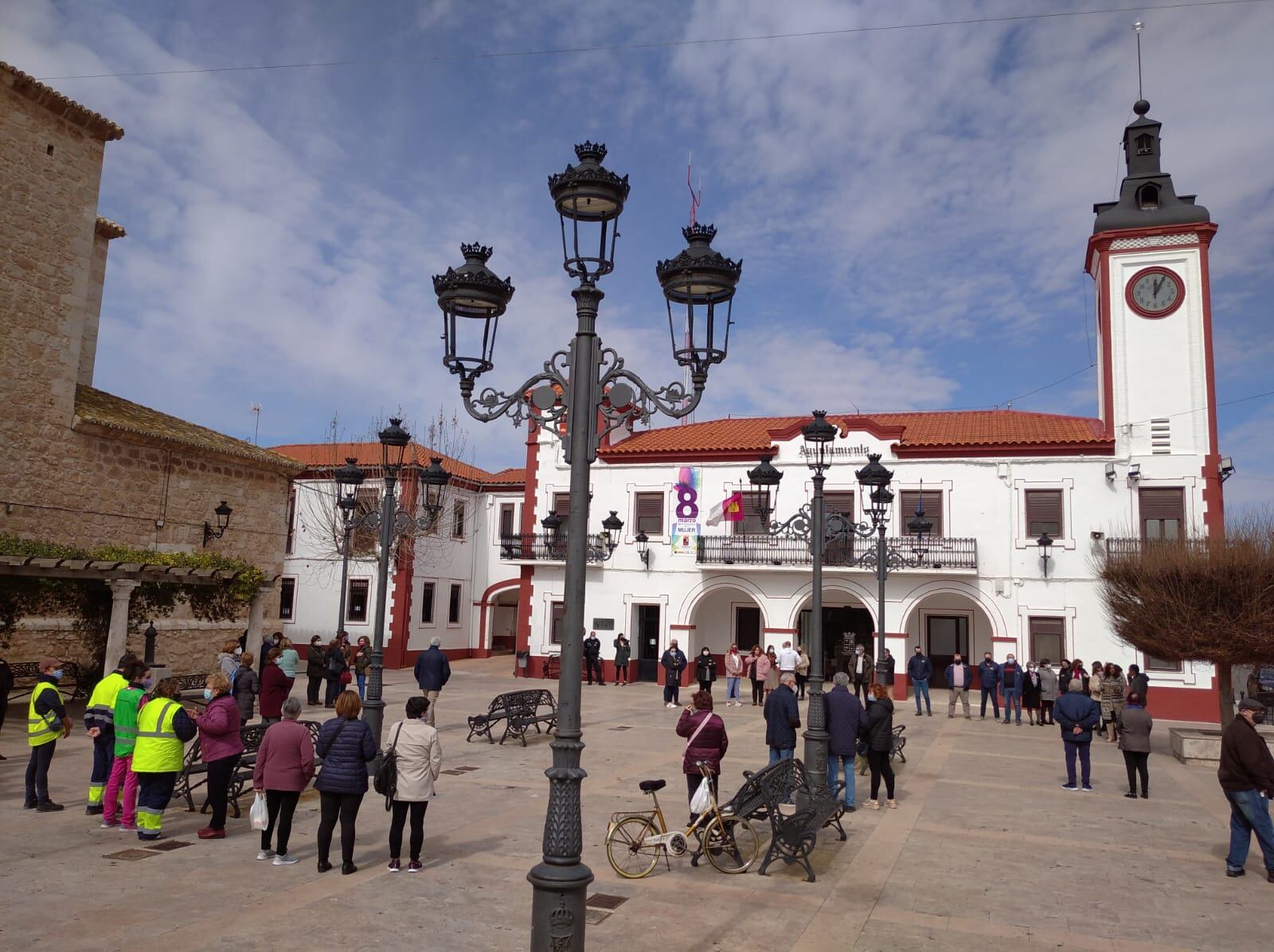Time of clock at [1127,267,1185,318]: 12:04
